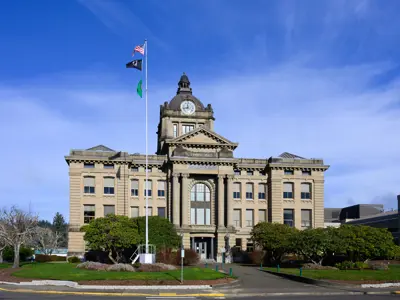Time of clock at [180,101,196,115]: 11:42
